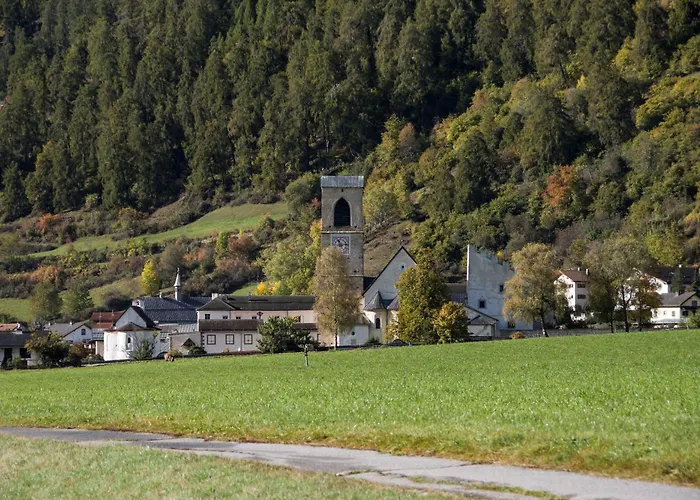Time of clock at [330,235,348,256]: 11:13
